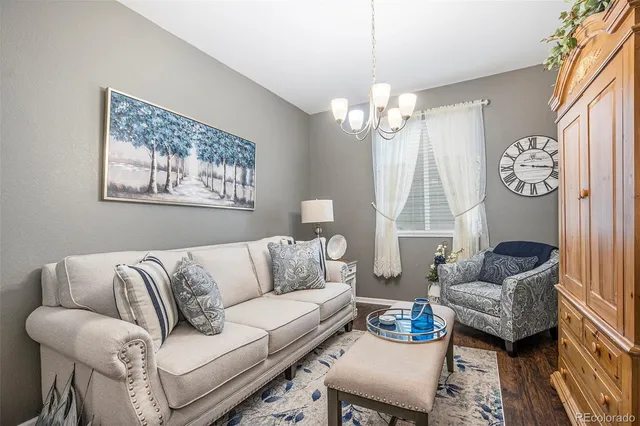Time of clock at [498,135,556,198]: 3:16
